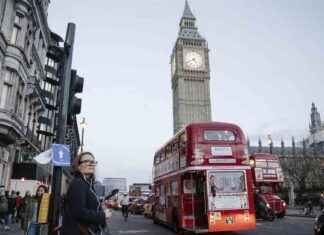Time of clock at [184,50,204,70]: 4:41
